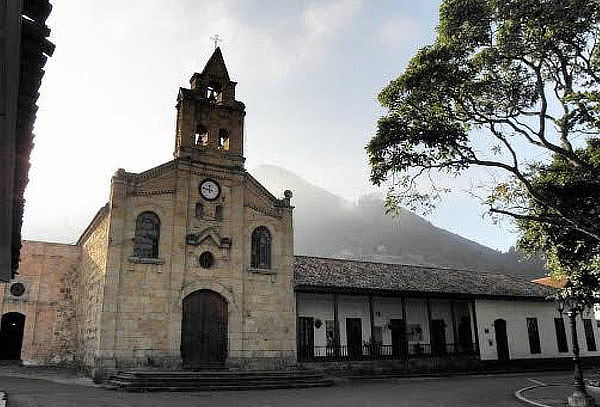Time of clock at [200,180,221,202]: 11:46
